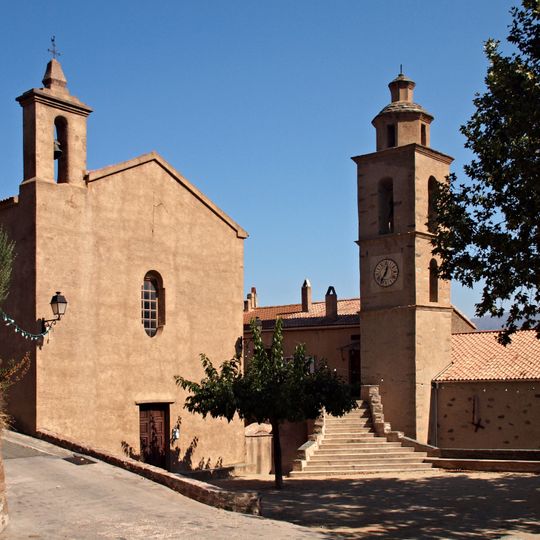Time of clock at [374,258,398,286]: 12:34
